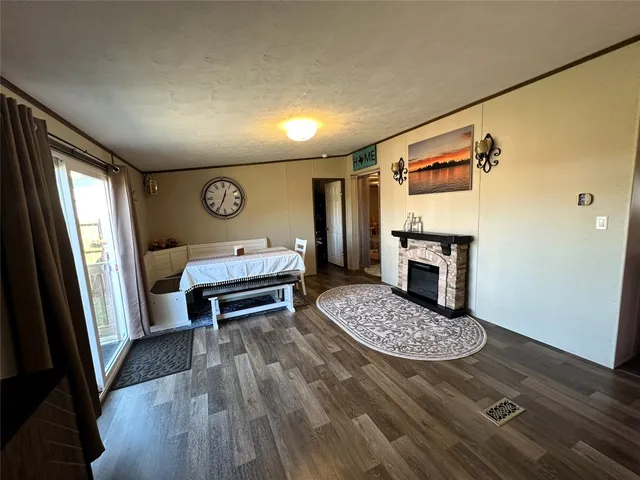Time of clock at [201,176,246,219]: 12:34
